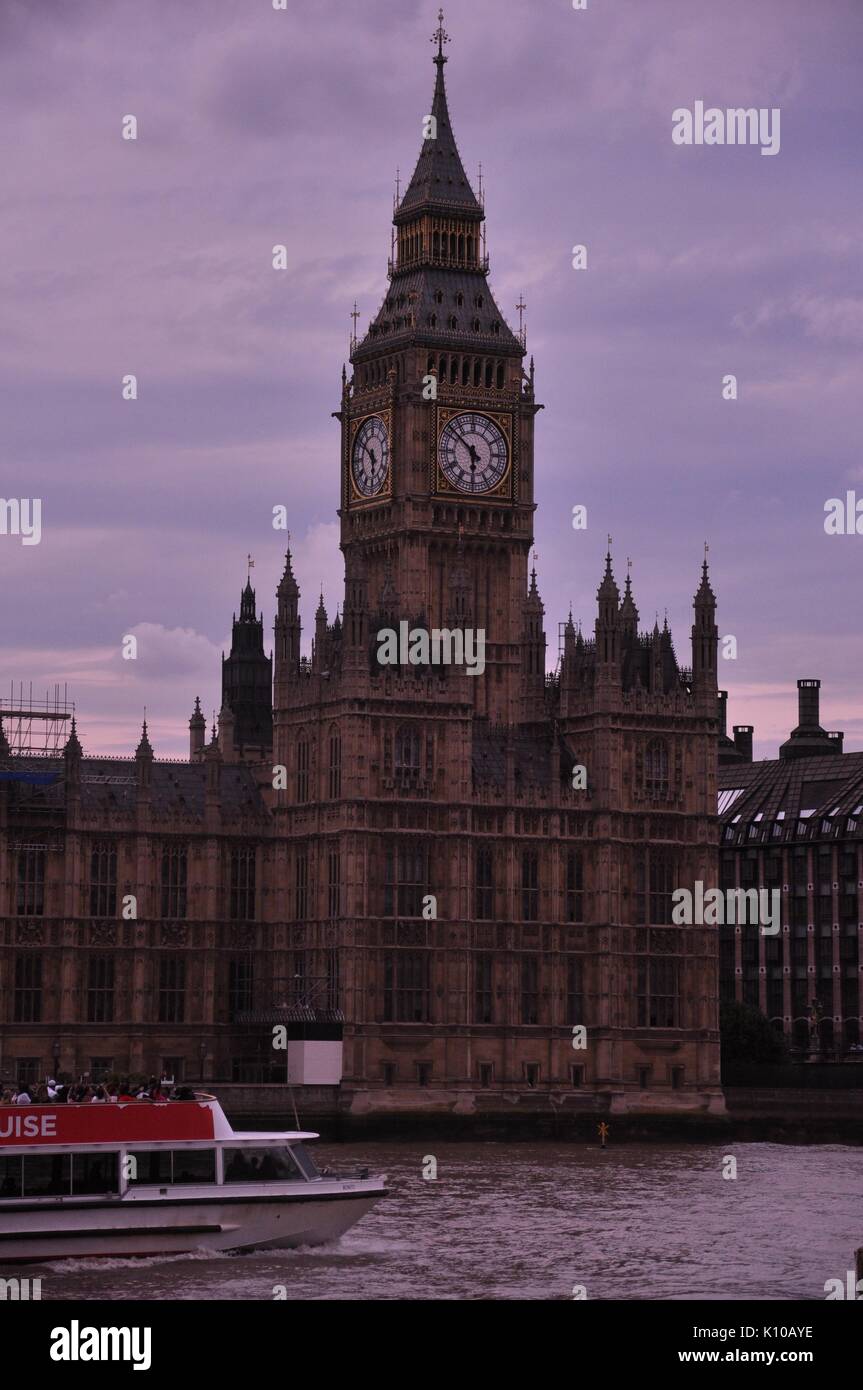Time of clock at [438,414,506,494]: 5:51
